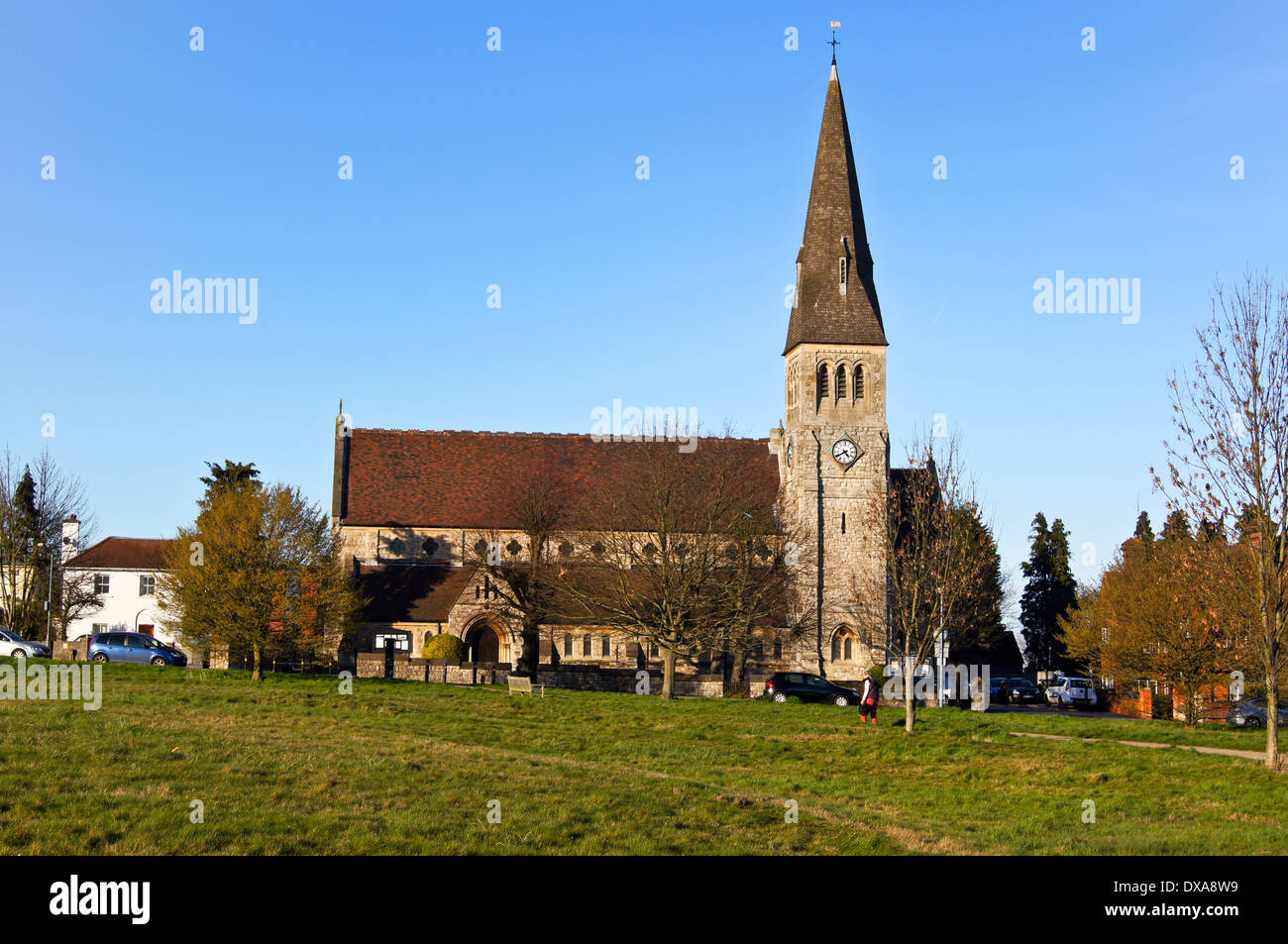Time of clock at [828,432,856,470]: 4:40
